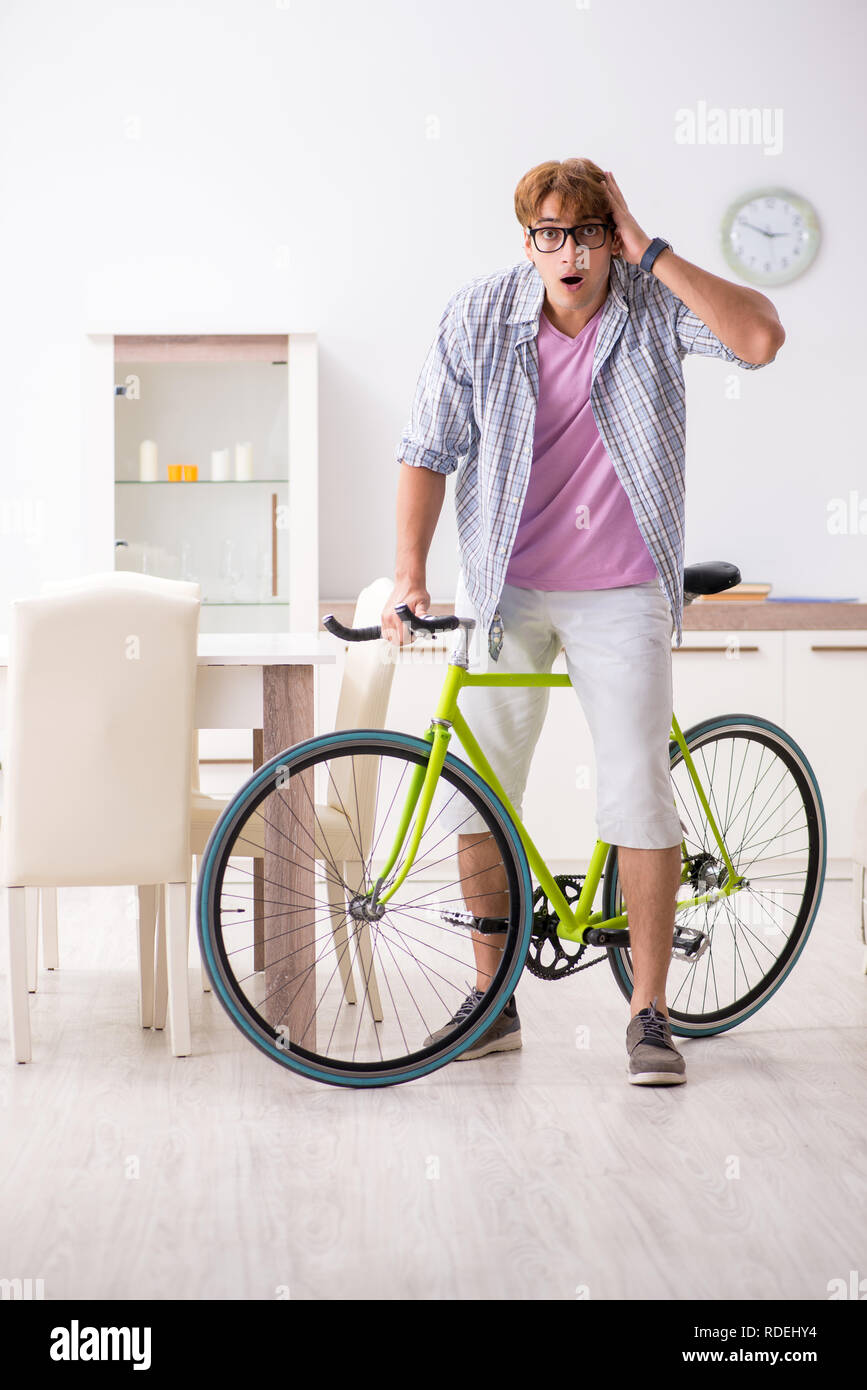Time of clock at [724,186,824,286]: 2:49
